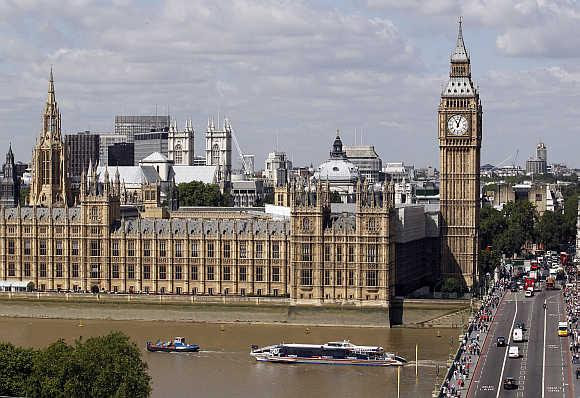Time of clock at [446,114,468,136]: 11:03
